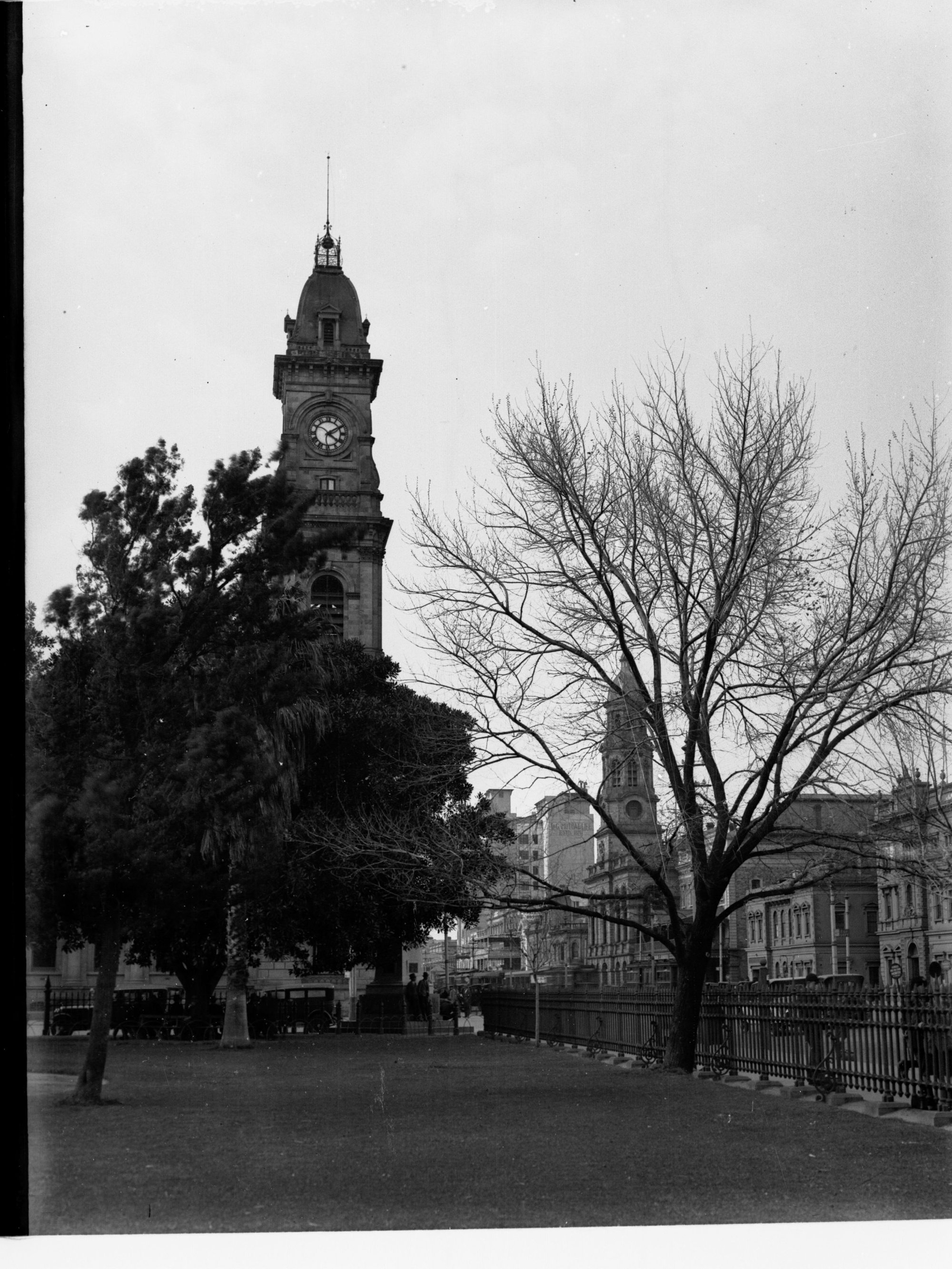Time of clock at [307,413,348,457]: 4:09
